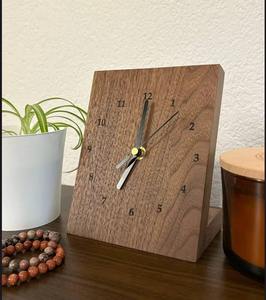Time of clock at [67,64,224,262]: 7:00
